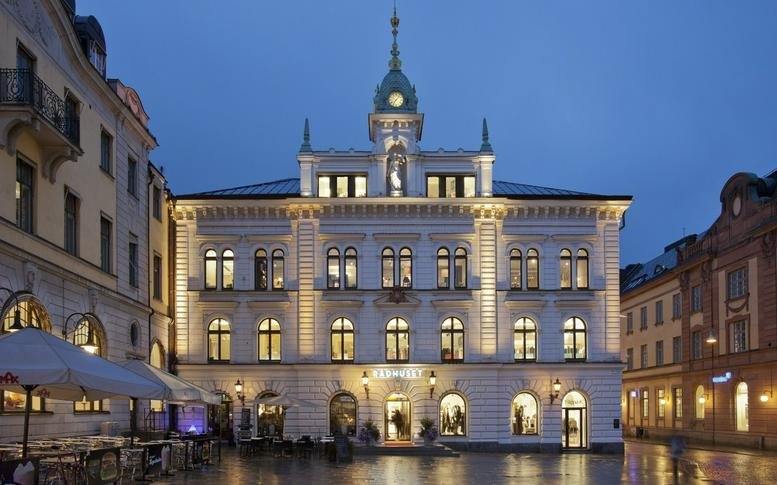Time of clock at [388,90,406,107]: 7:07
